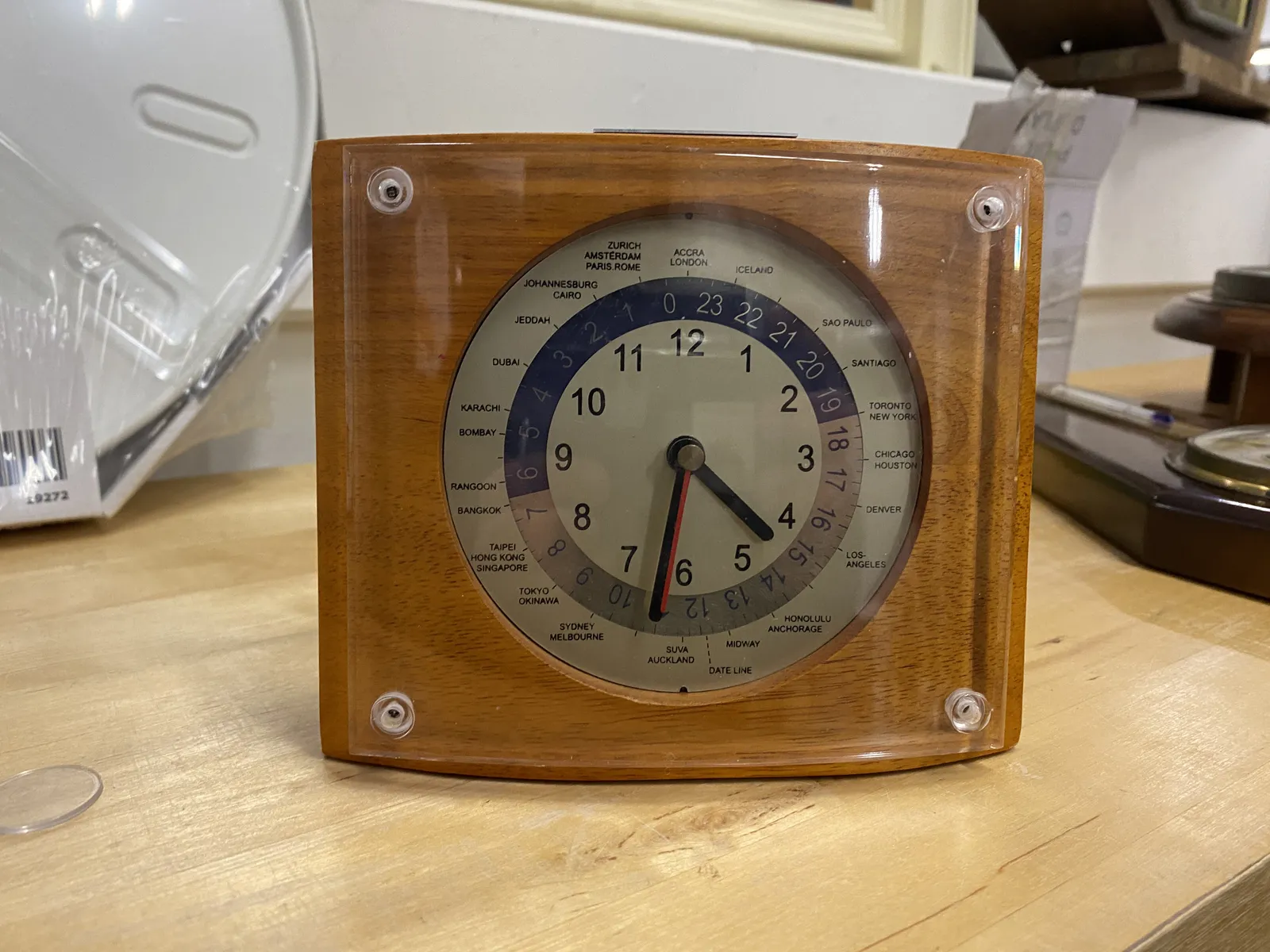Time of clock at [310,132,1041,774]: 4:31
